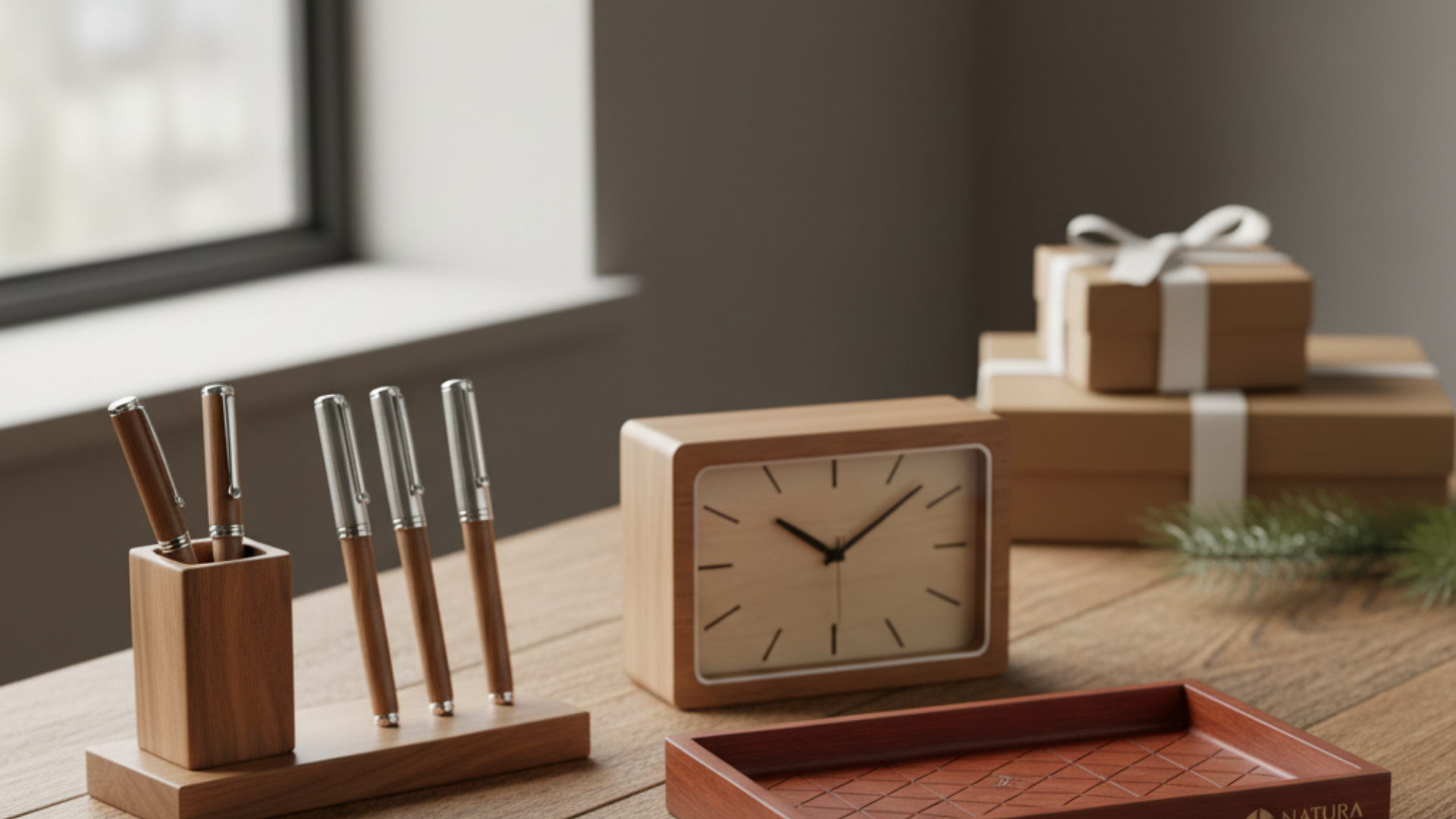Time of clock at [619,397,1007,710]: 10:07
